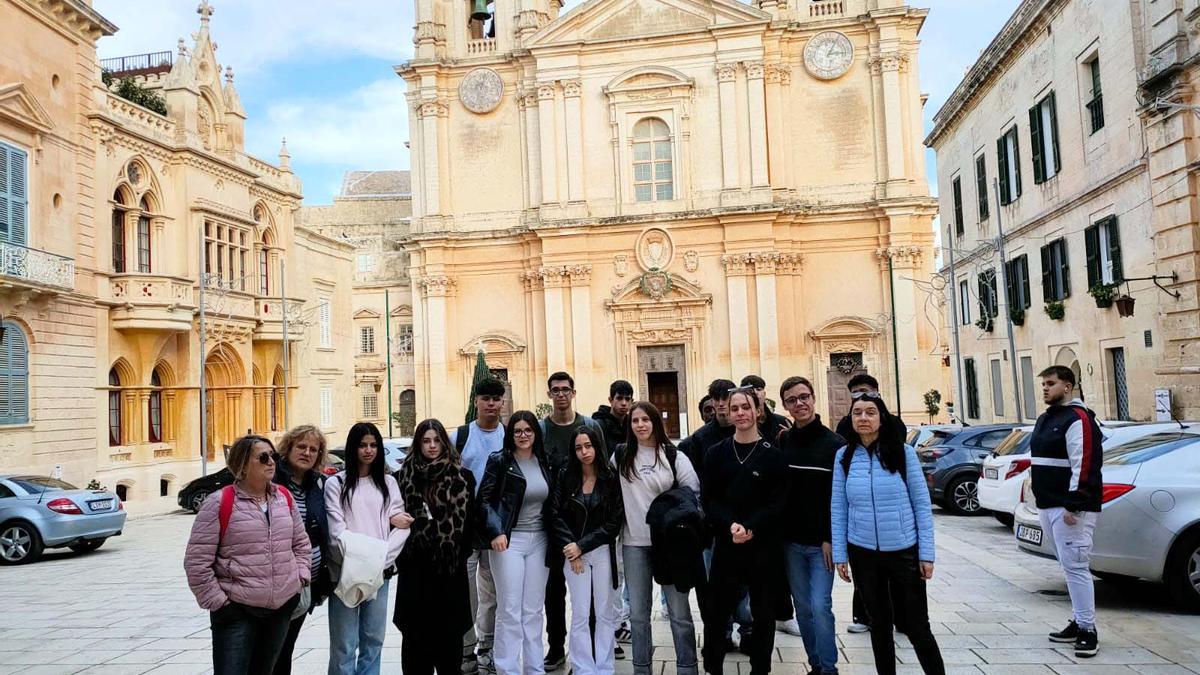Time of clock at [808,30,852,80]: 3:04
